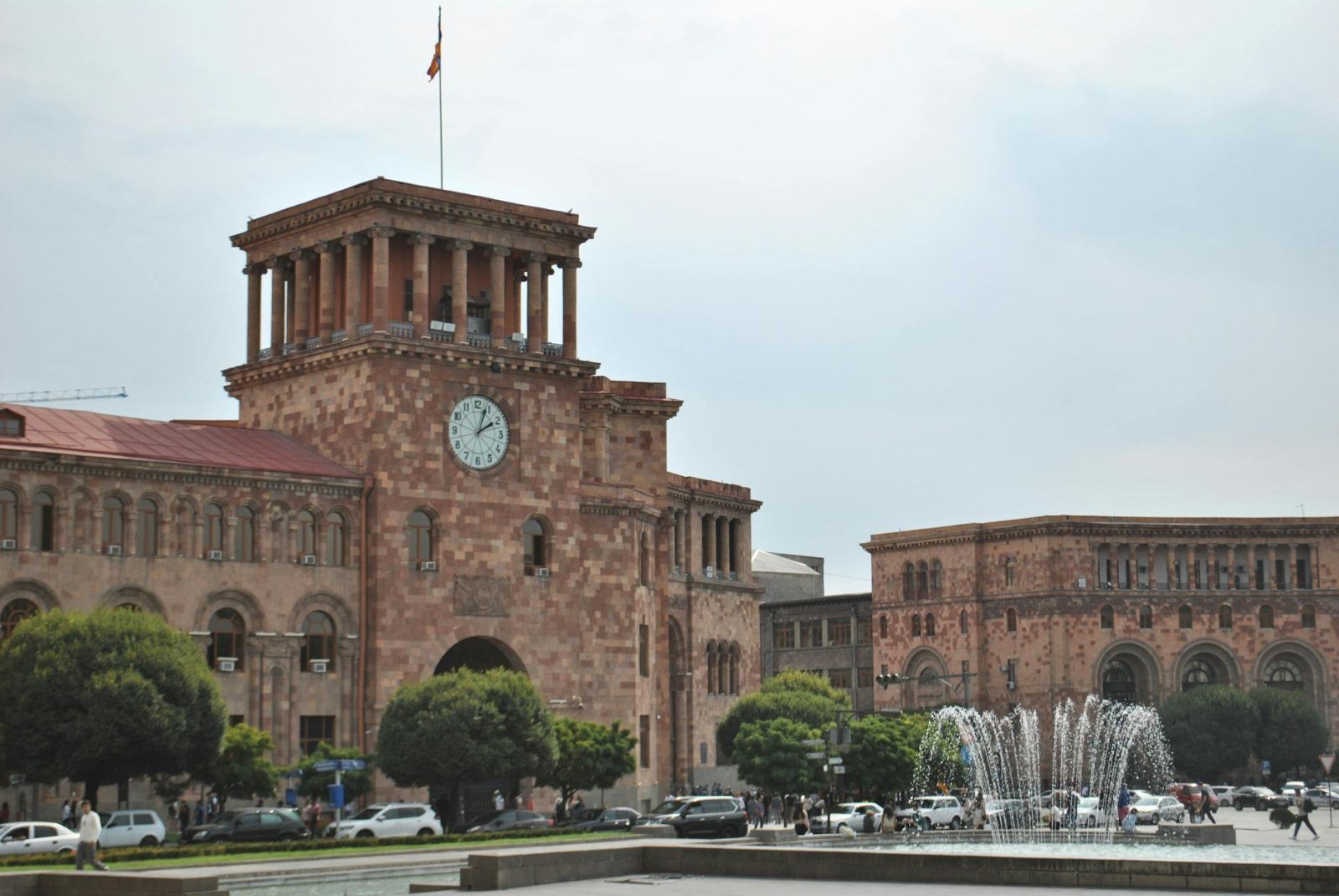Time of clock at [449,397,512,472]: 2:03
